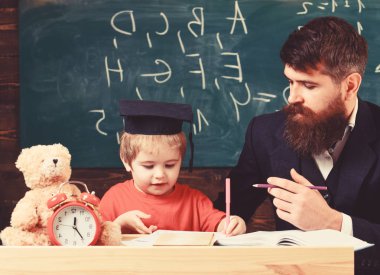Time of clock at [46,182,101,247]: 12:24
